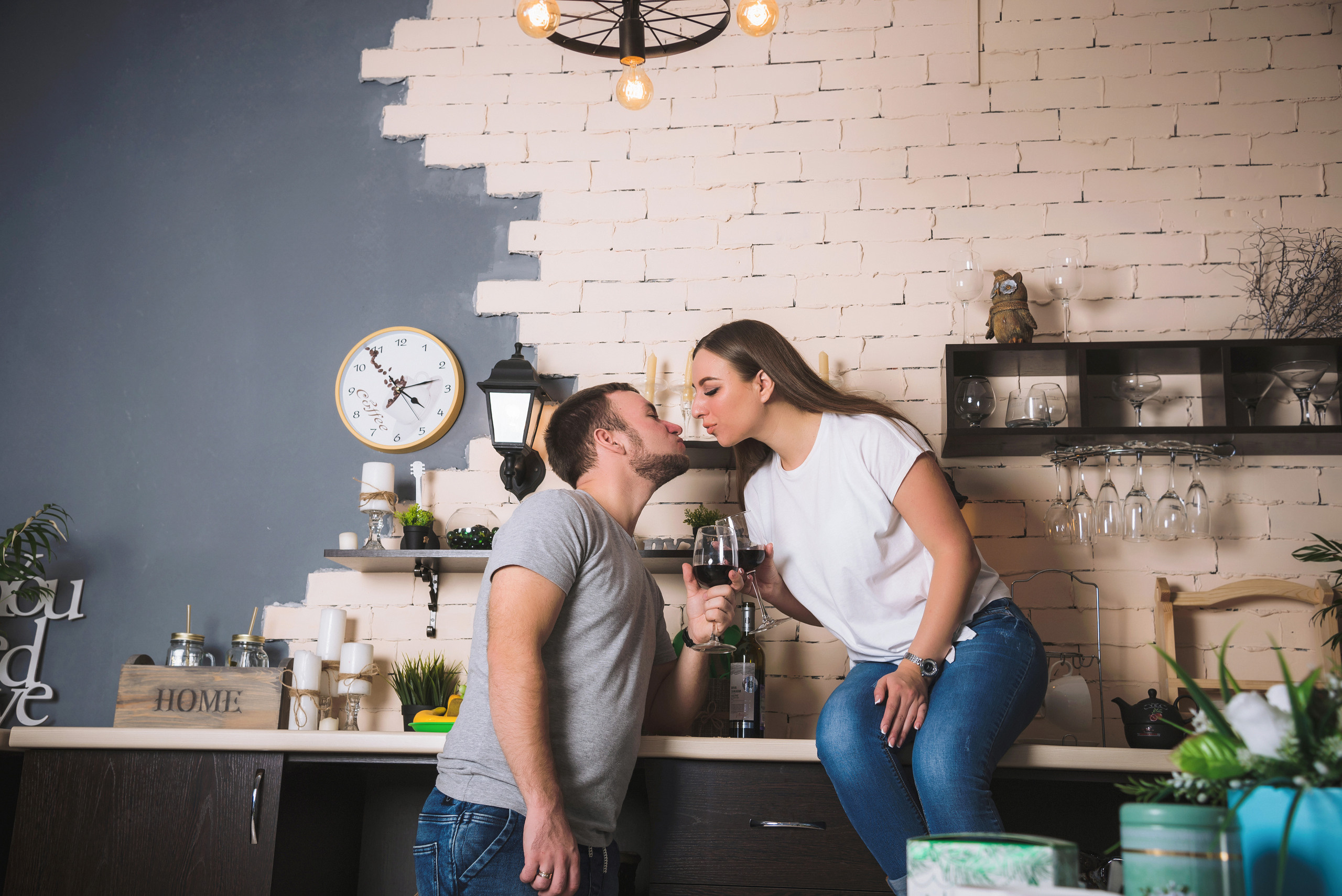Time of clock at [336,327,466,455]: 4:12
